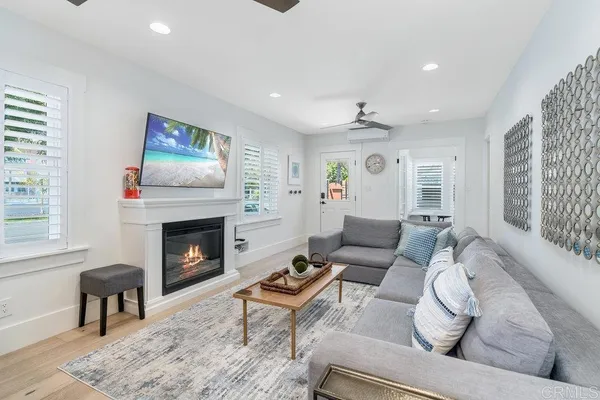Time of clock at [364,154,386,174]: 2:40
